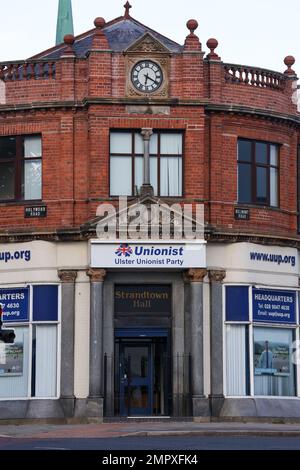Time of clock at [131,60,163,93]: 6:20
